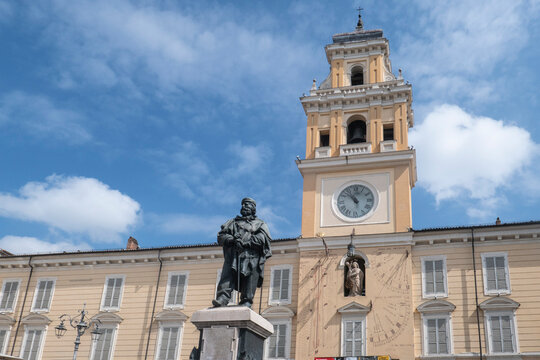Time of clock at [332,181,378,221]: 11:53
